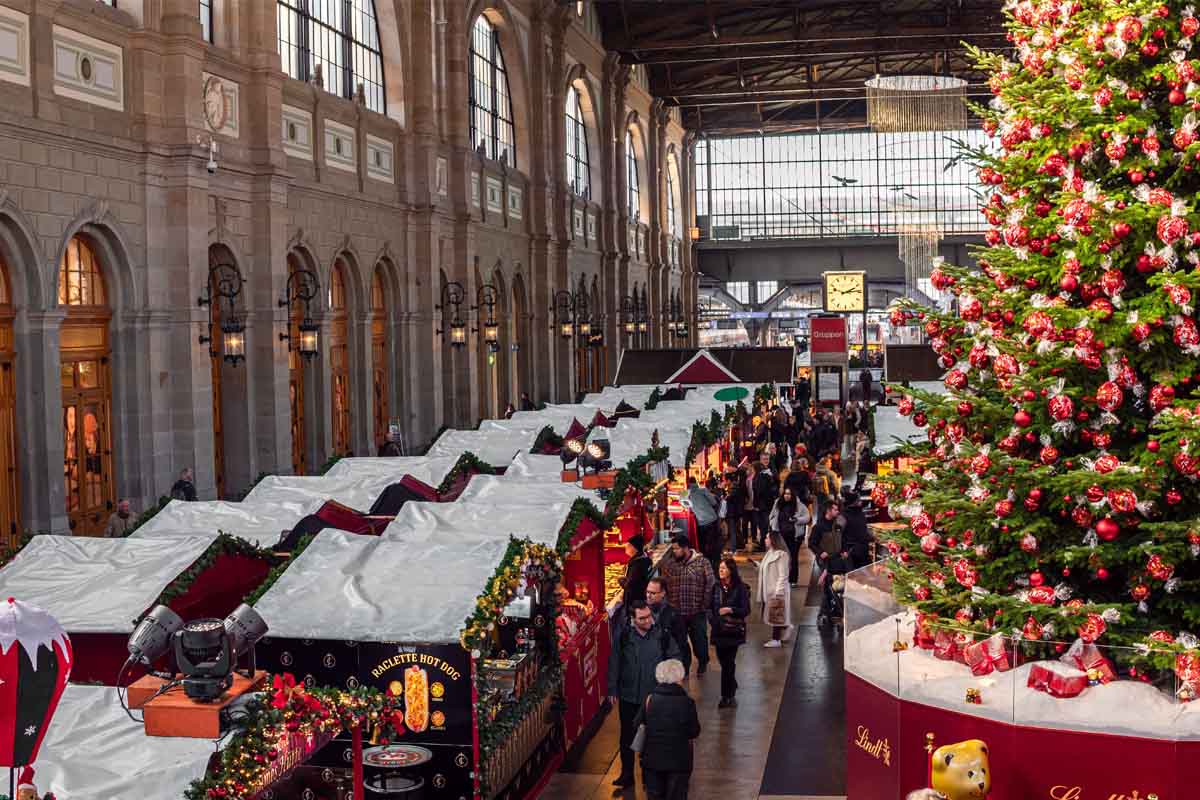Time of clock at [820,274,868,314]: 2:13
